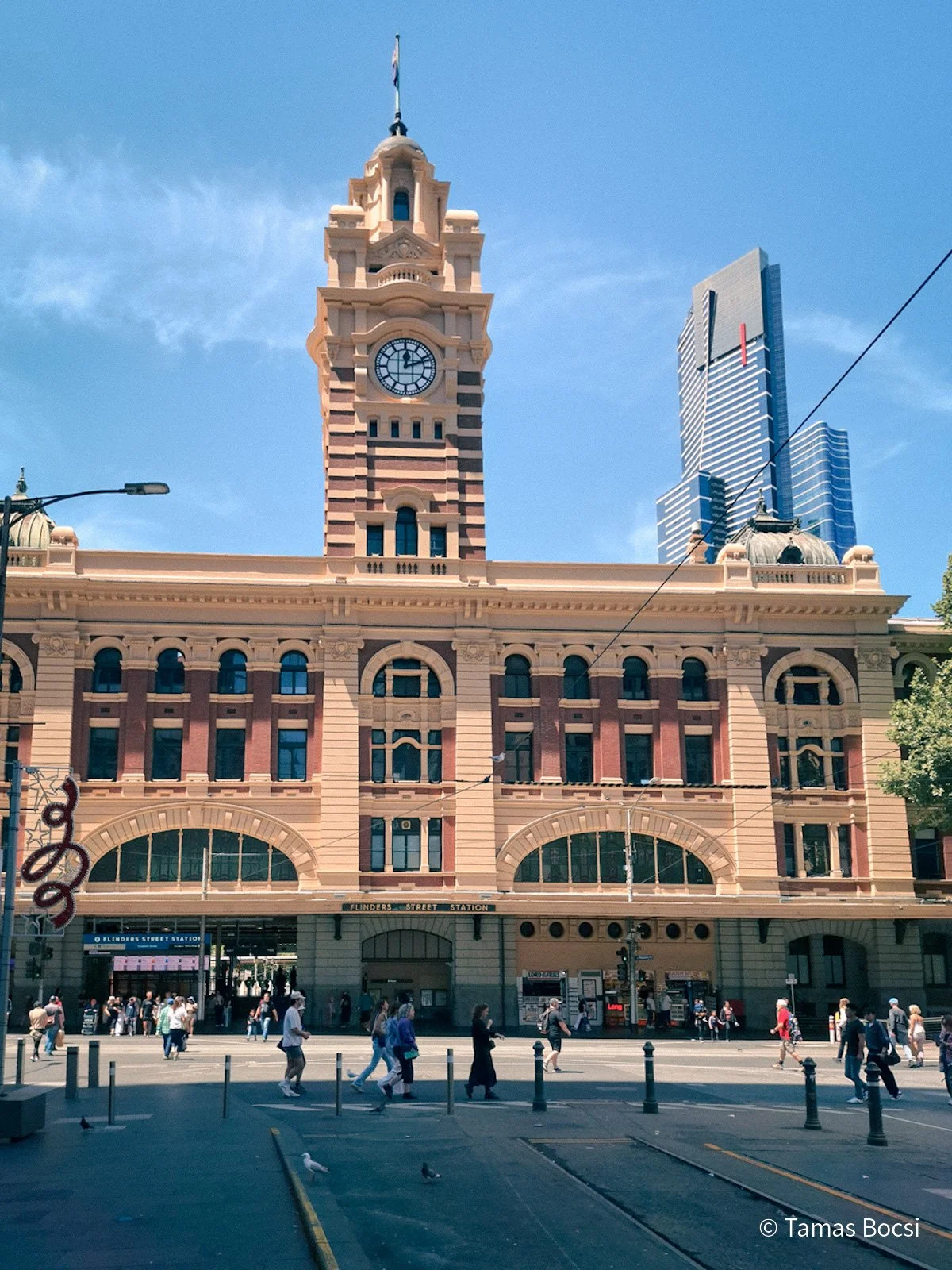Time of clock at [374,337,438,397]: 12:11
